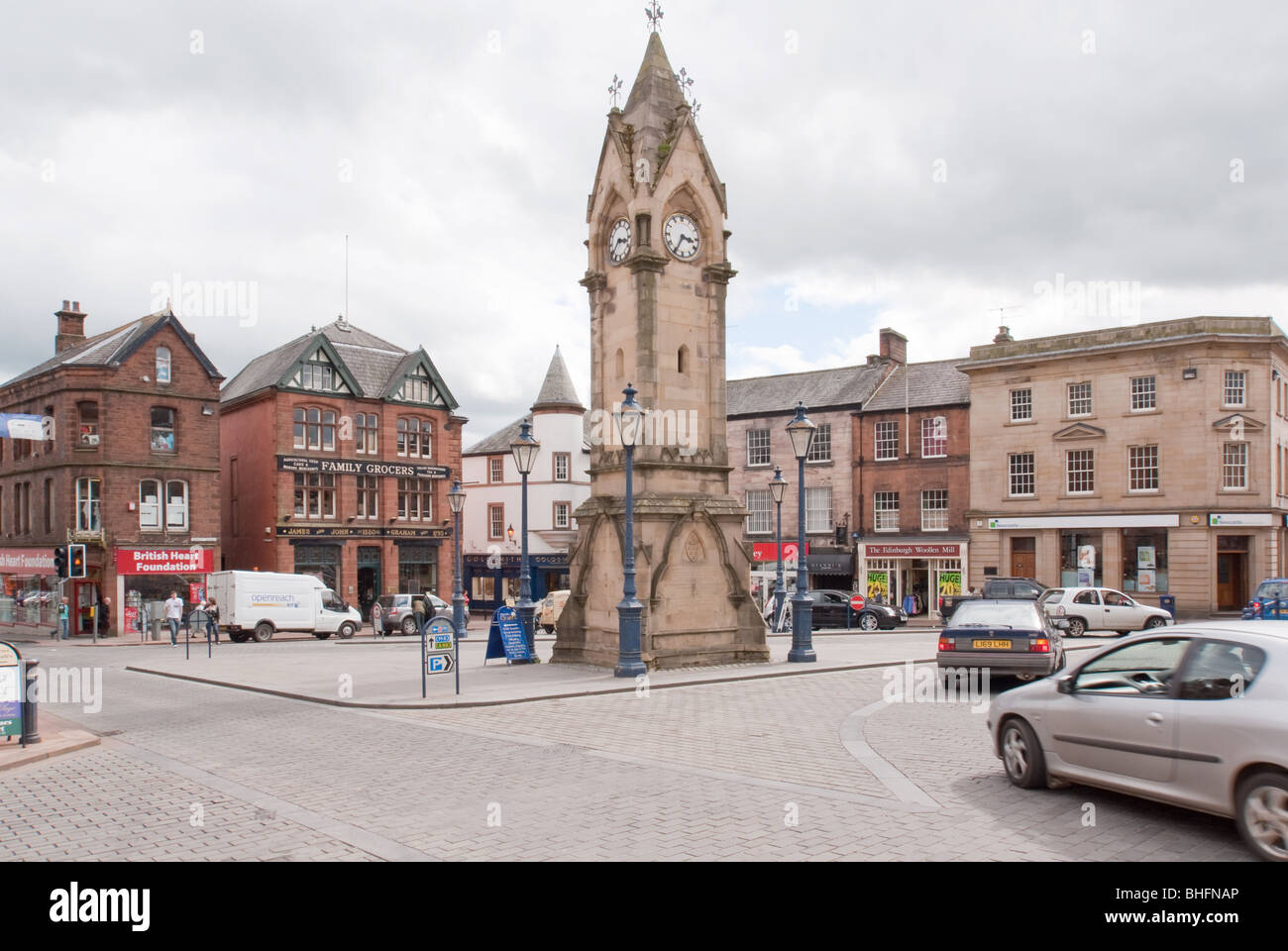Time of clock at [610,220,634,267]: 3:37
